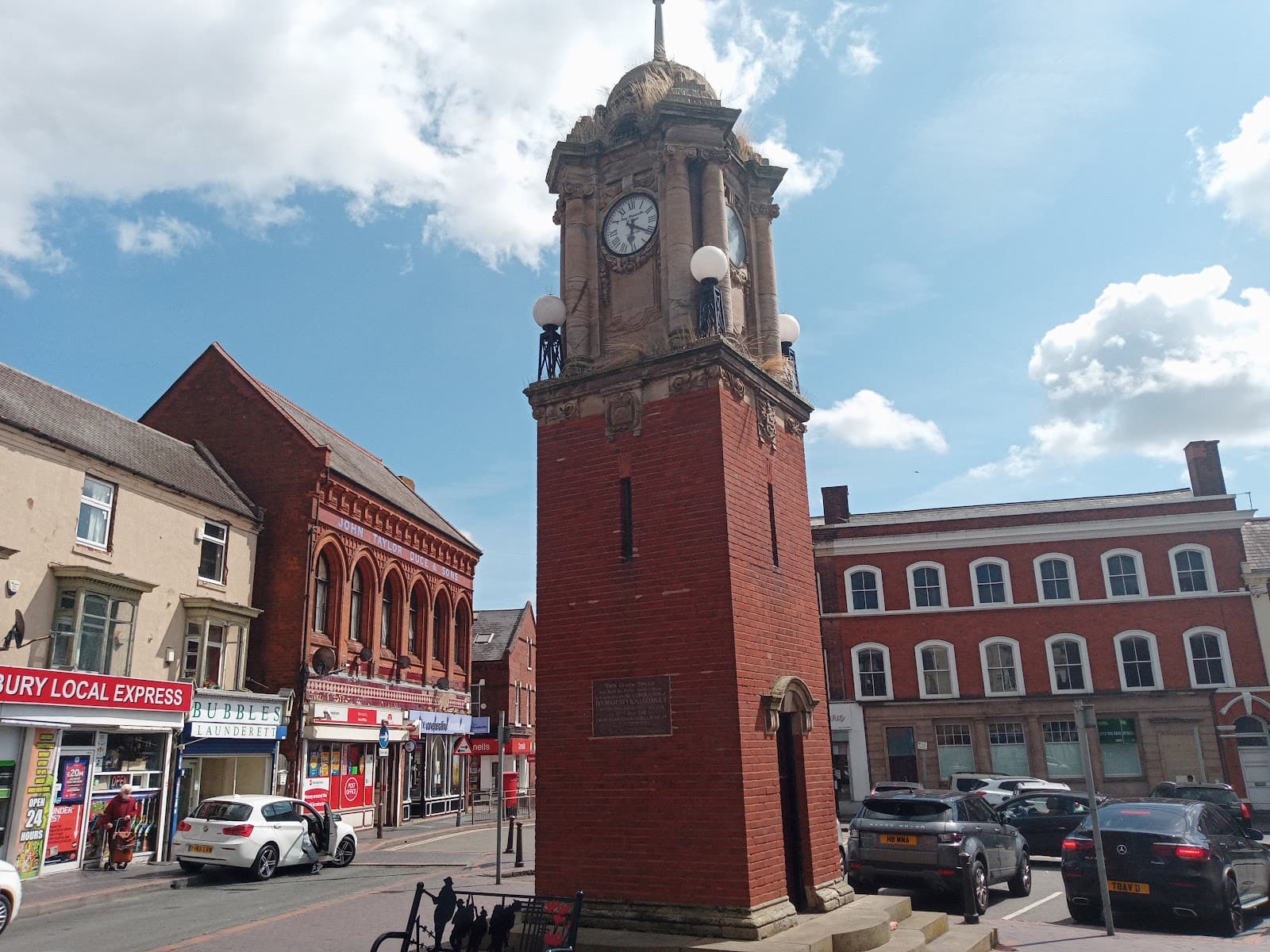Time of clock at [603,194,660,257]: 6:20
